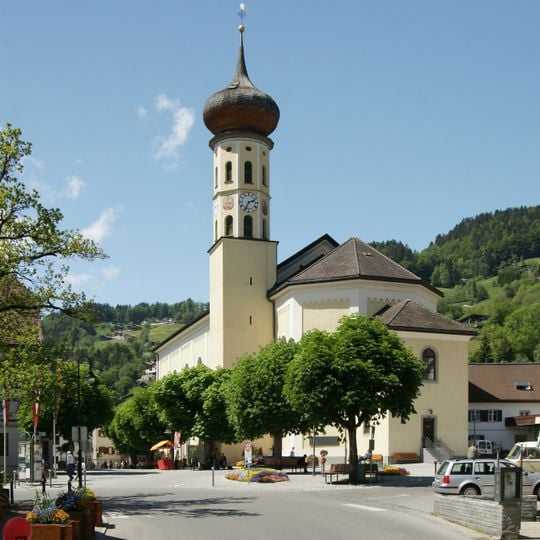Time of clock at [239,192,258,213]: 2:34
